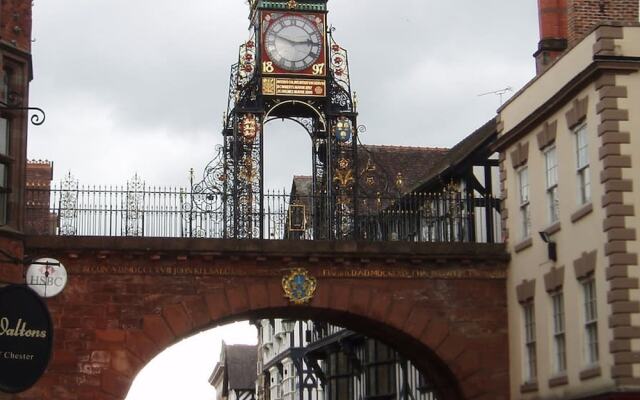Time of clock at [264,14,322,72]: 2:48
